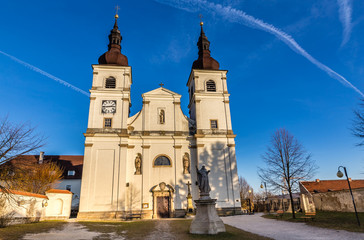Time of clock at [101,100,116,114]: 2:44
